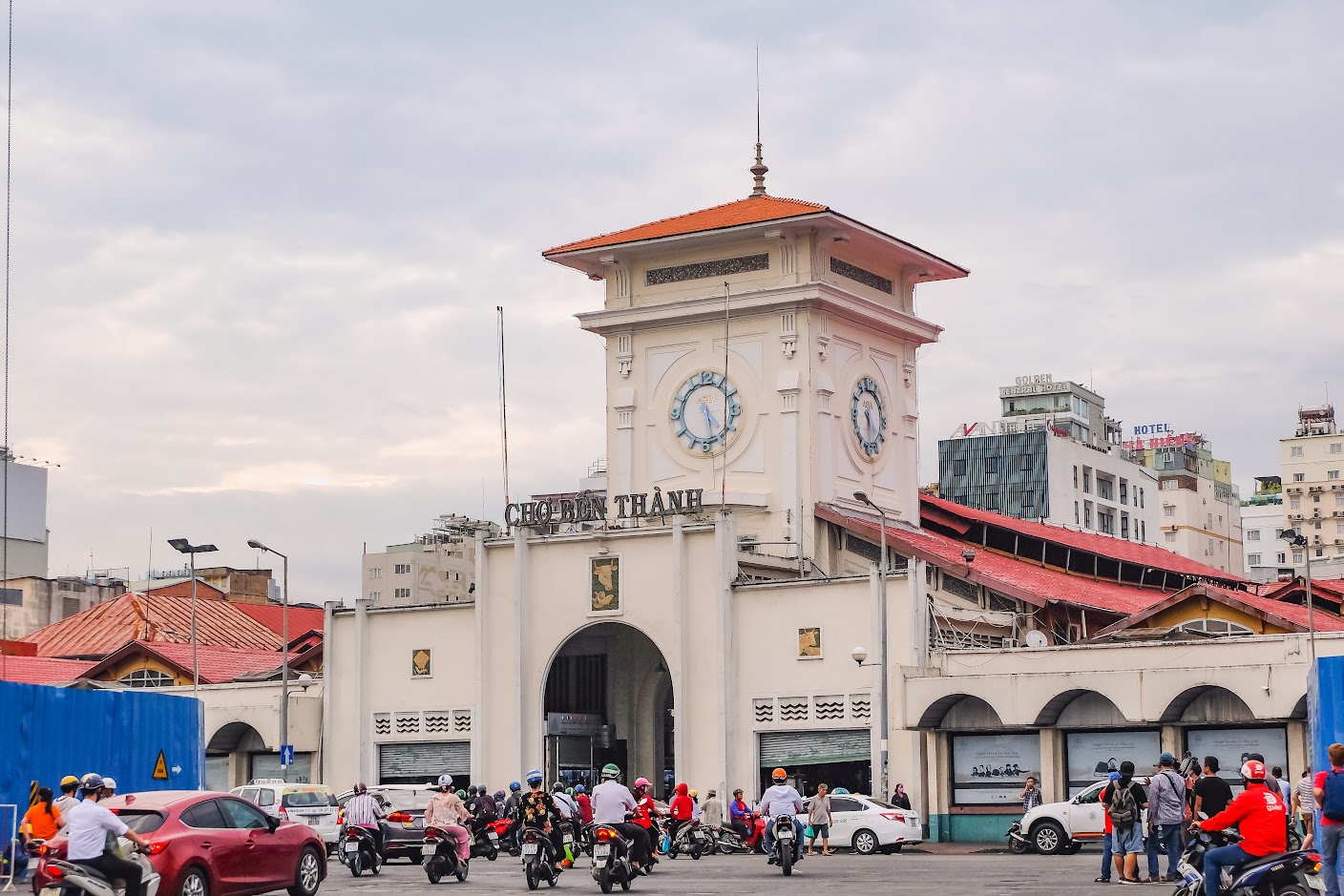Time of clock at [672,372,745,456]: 4:26
